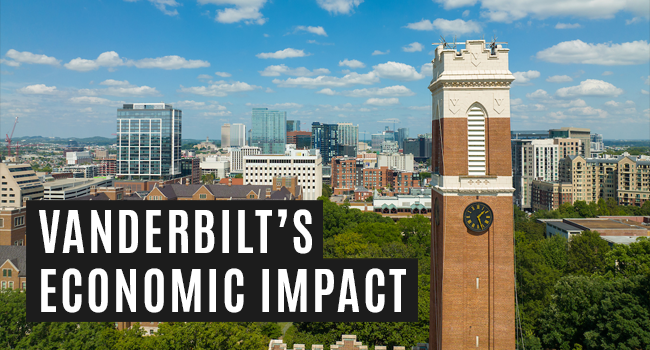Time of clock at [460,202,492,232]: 1:26
